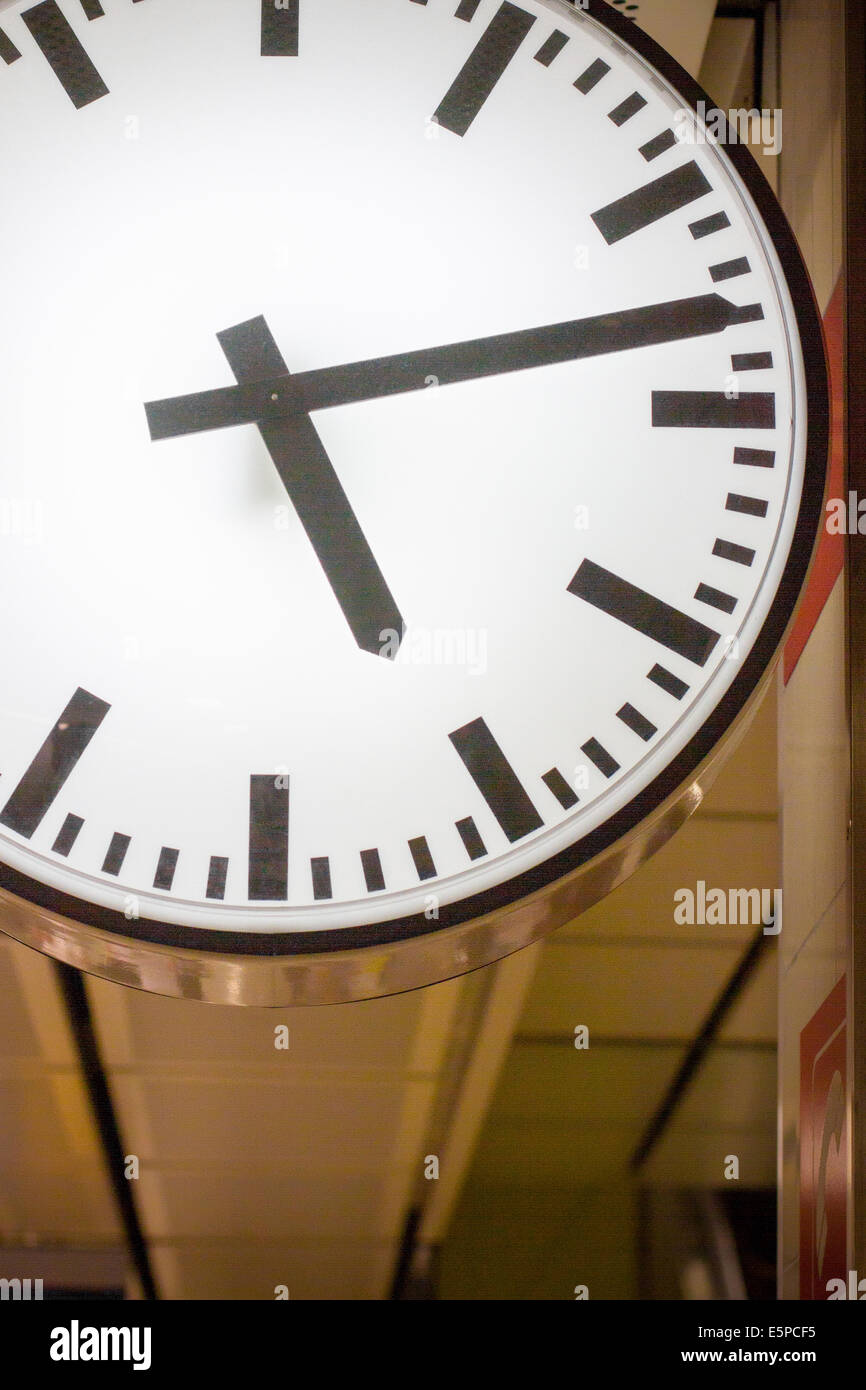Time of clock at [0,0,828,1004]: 5:13
